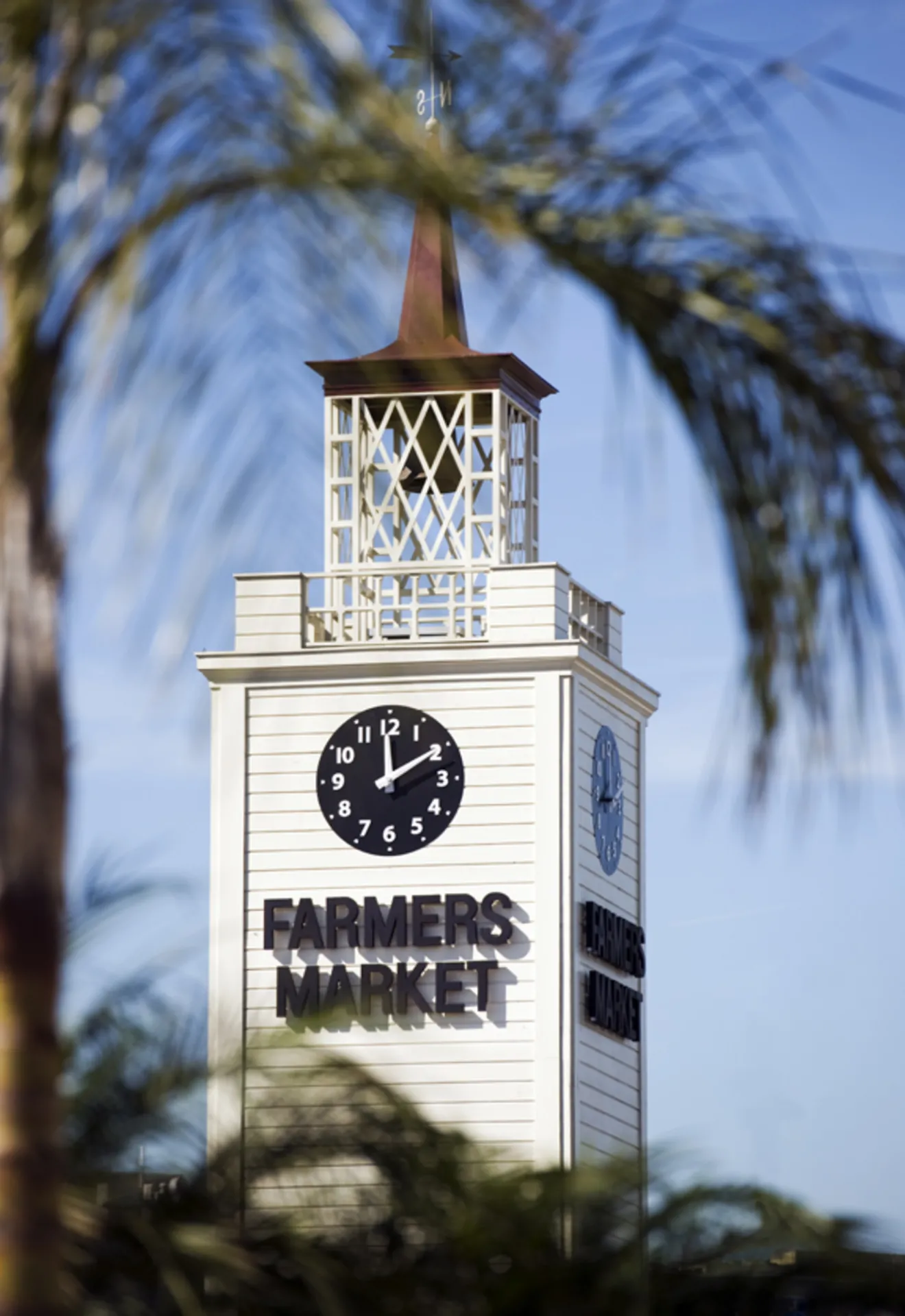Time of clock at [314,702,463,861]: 1:59
